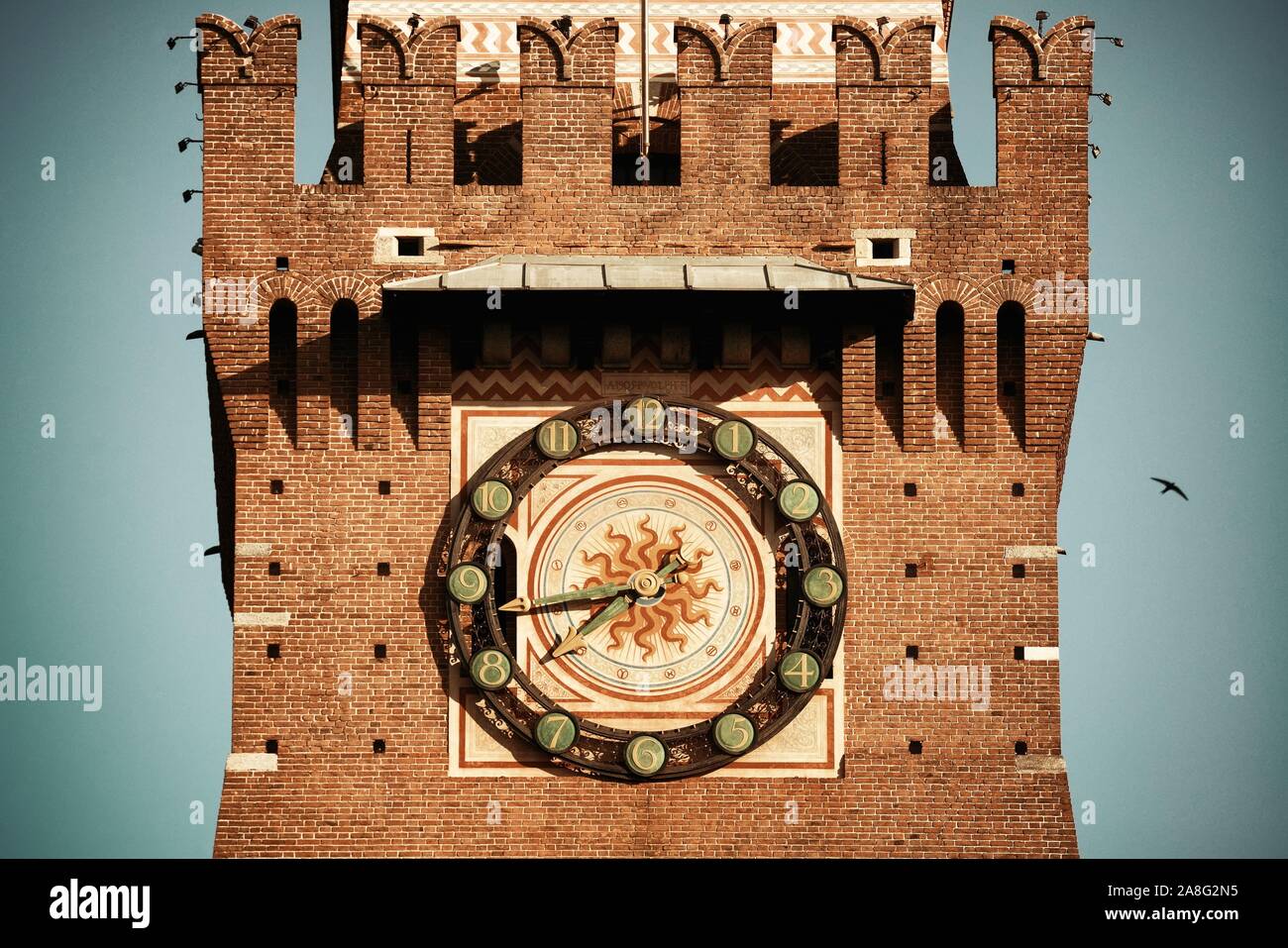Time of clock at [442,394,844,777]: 7:42
